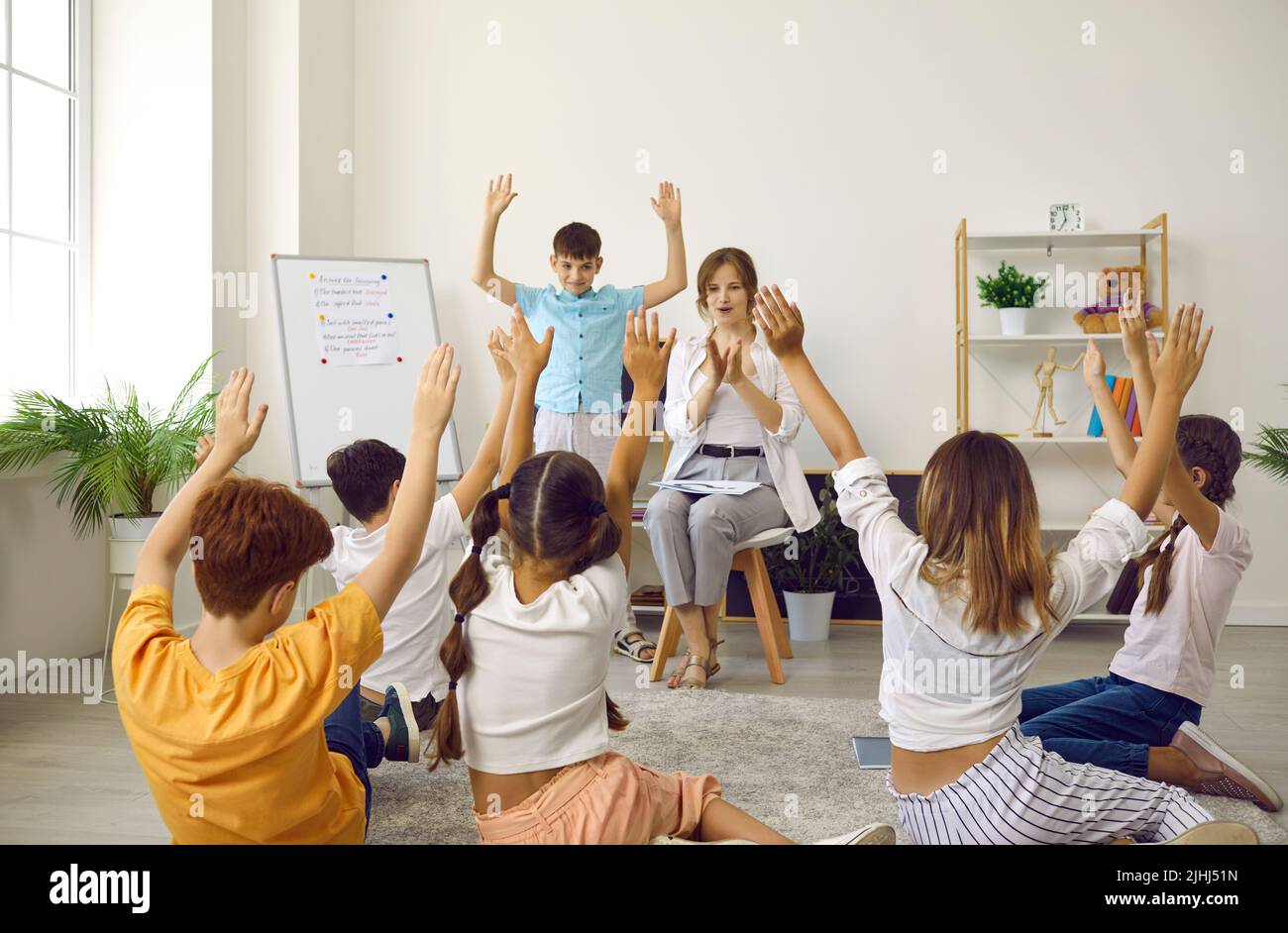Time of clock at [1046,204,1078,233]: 6:58
